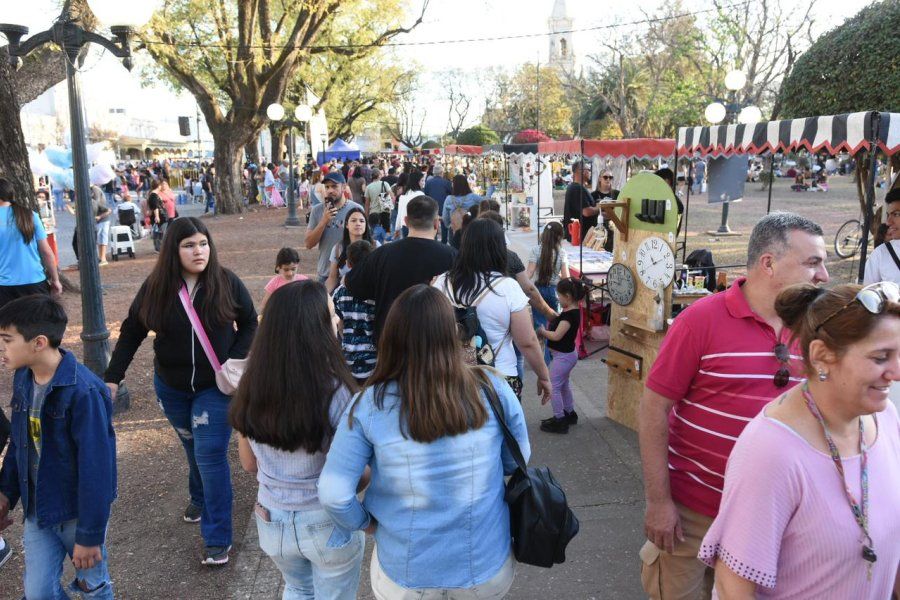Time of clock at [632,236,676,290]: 10:40
